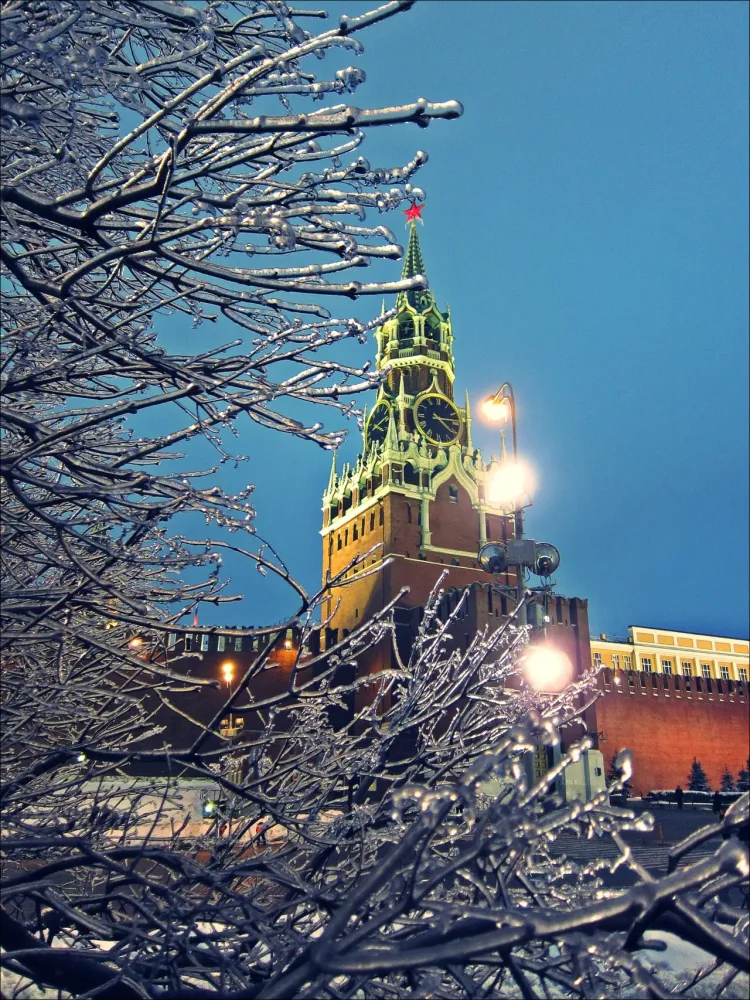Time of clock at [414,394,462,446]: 4:13
